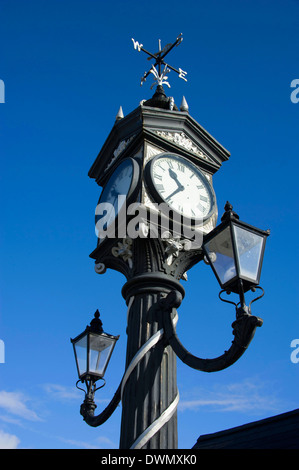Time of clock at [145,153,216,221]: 10:36
